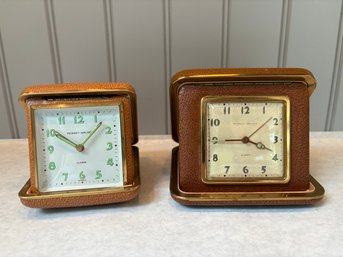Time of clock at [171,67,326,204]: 3:44
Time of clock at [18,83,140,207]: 10:07
